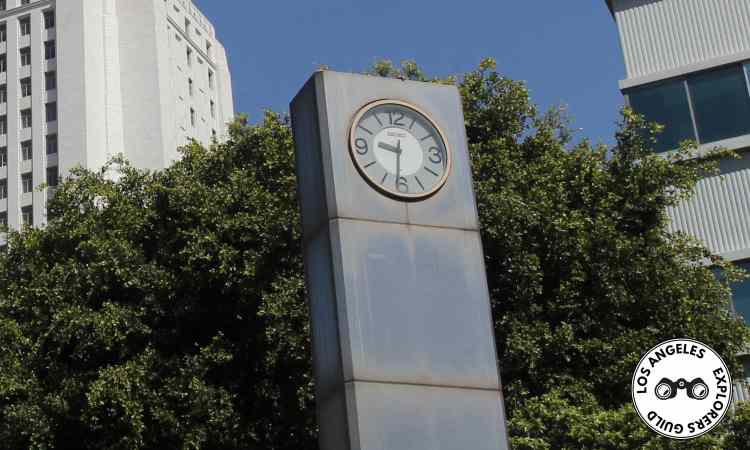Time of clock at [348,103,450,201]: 9:31
